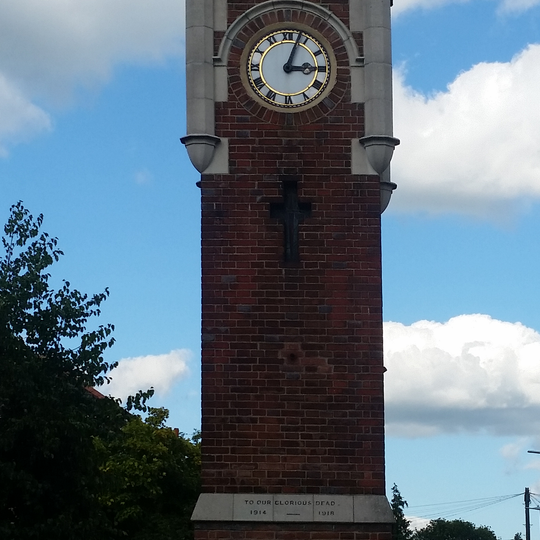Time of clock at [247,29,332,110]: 3:03
